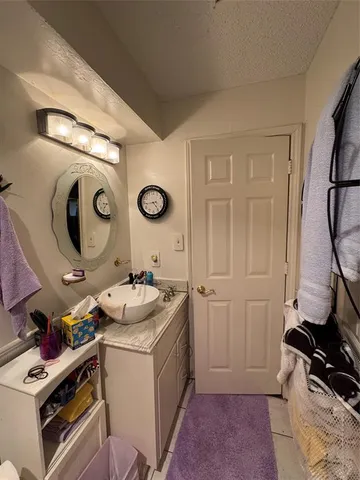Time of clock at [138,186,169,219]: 4:43
